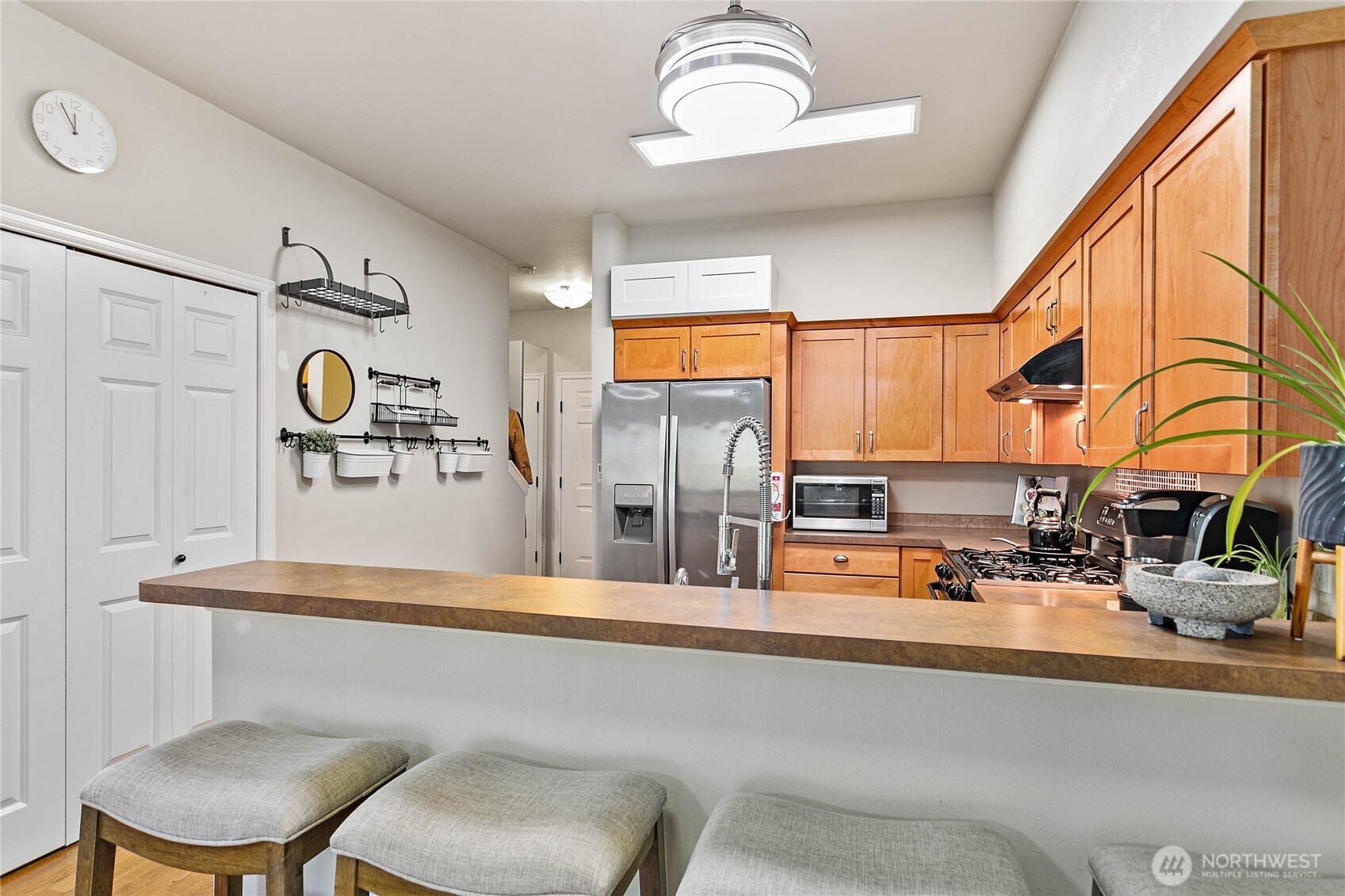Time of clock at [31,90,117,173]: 11:55
